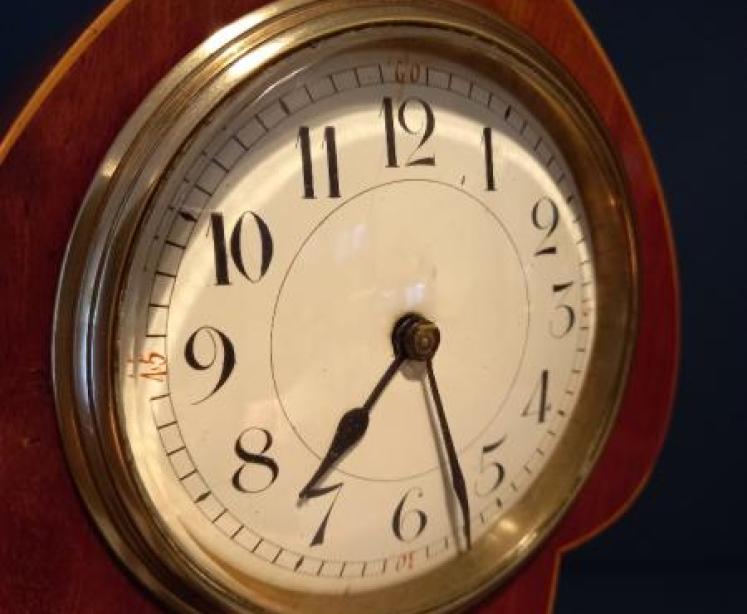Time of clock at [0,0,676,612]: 7:27
